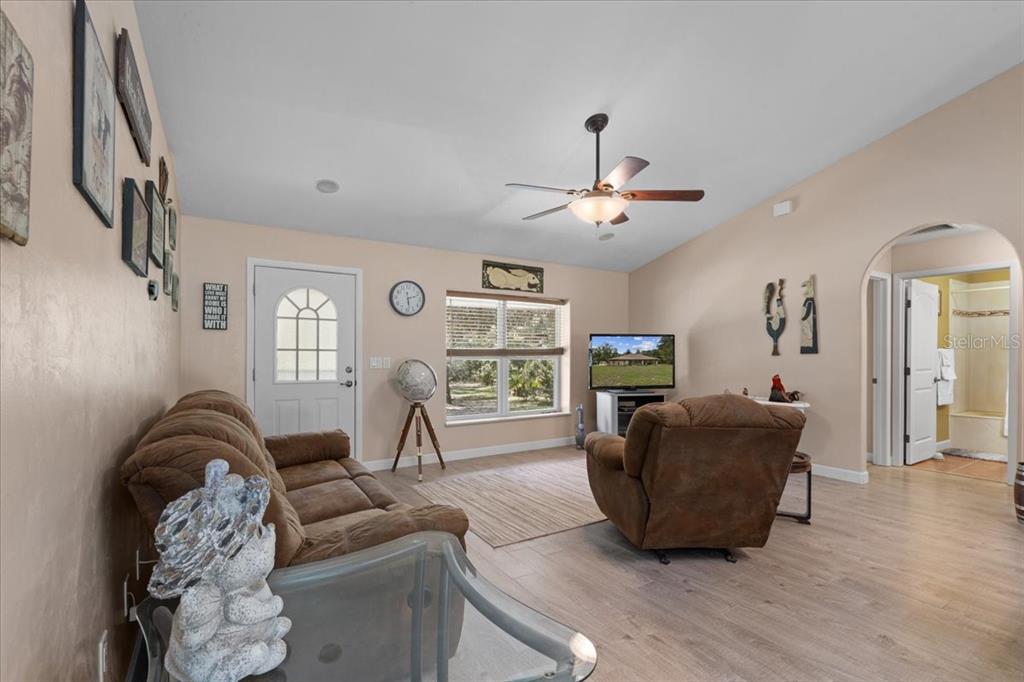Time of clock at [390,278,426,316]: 2:28
